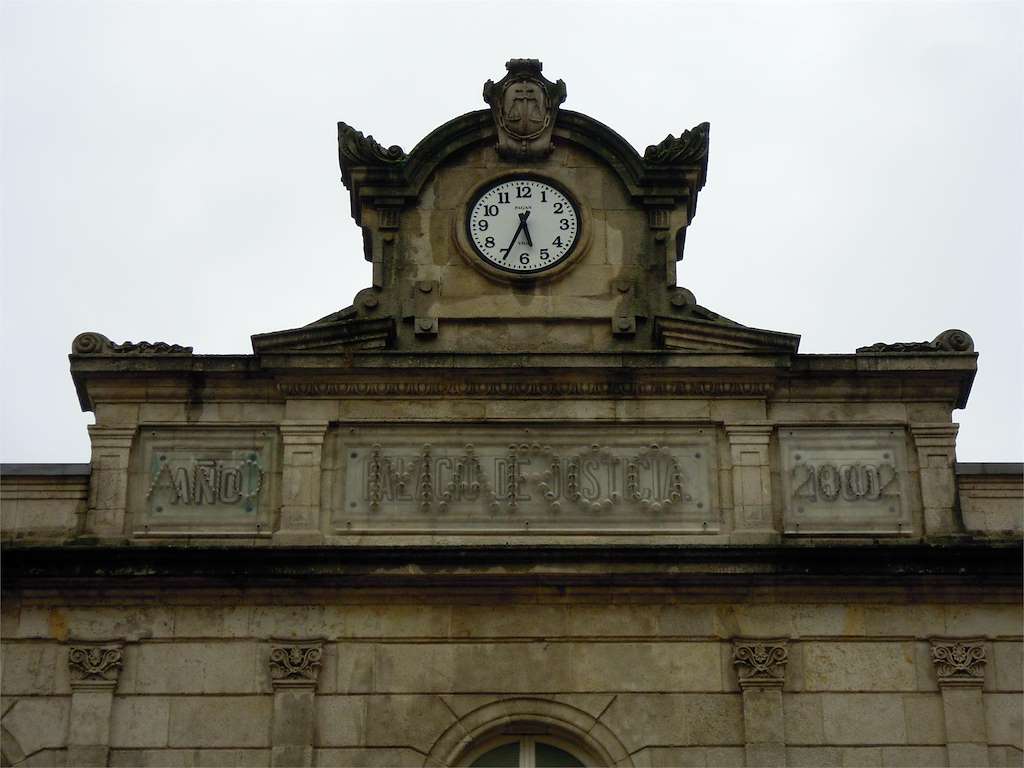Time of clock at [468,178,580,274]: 5:34
